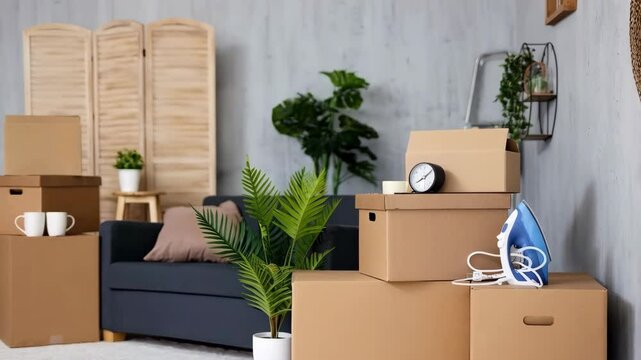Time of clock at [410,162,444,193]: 8:07
